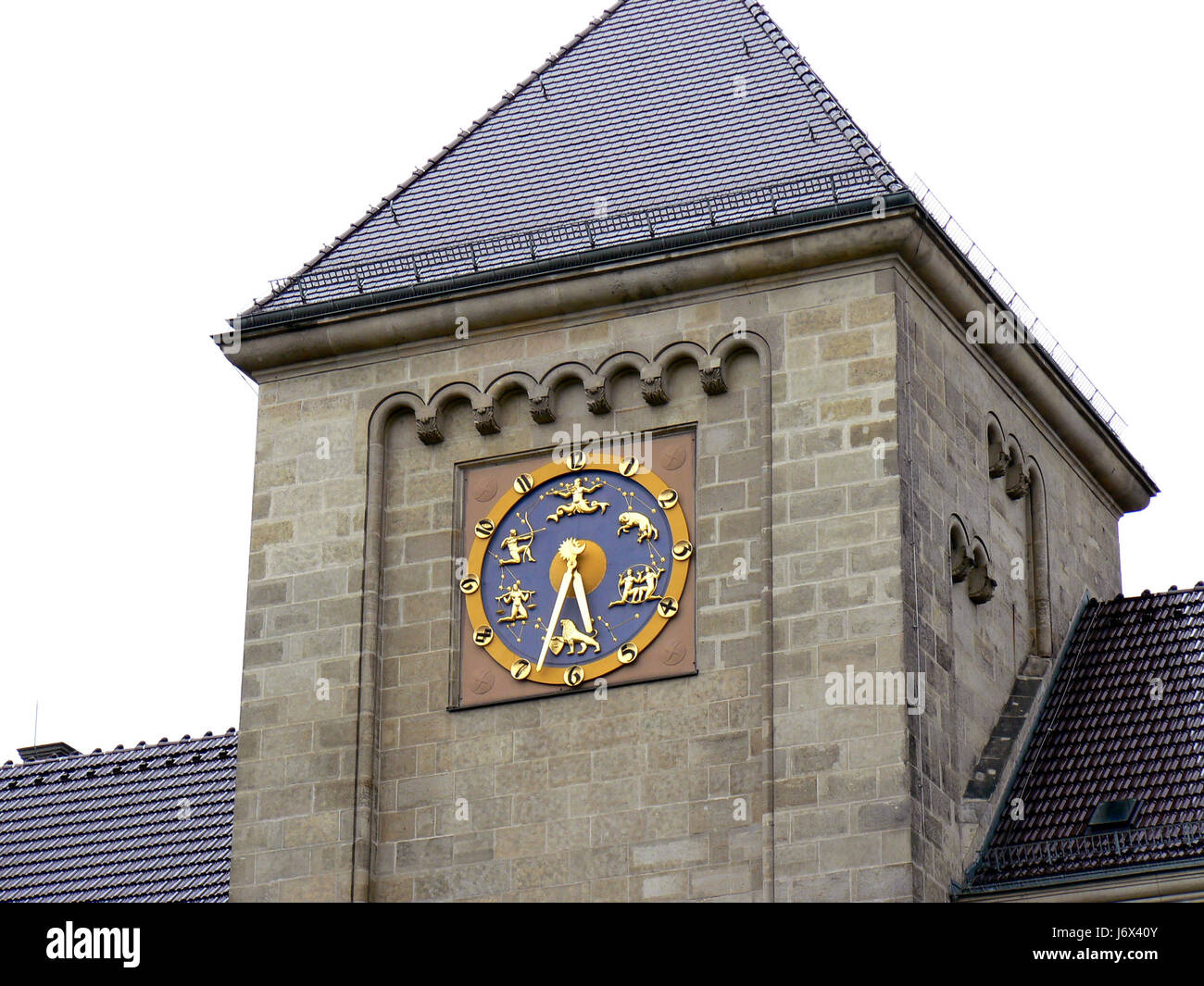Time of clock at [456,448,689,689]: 5:33
